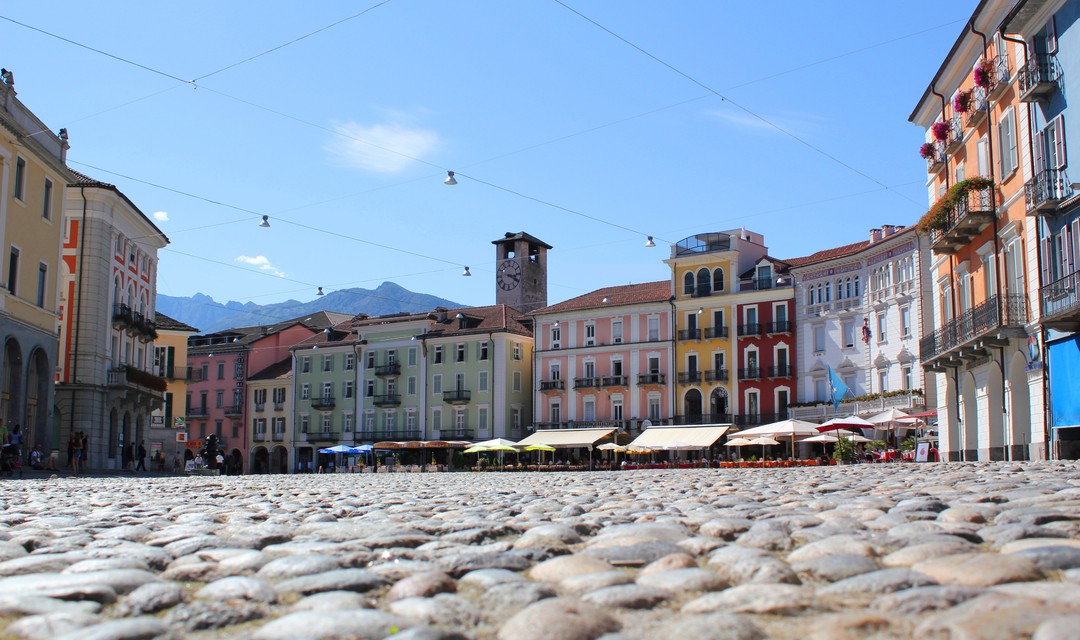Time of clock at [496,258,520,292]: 3:20
